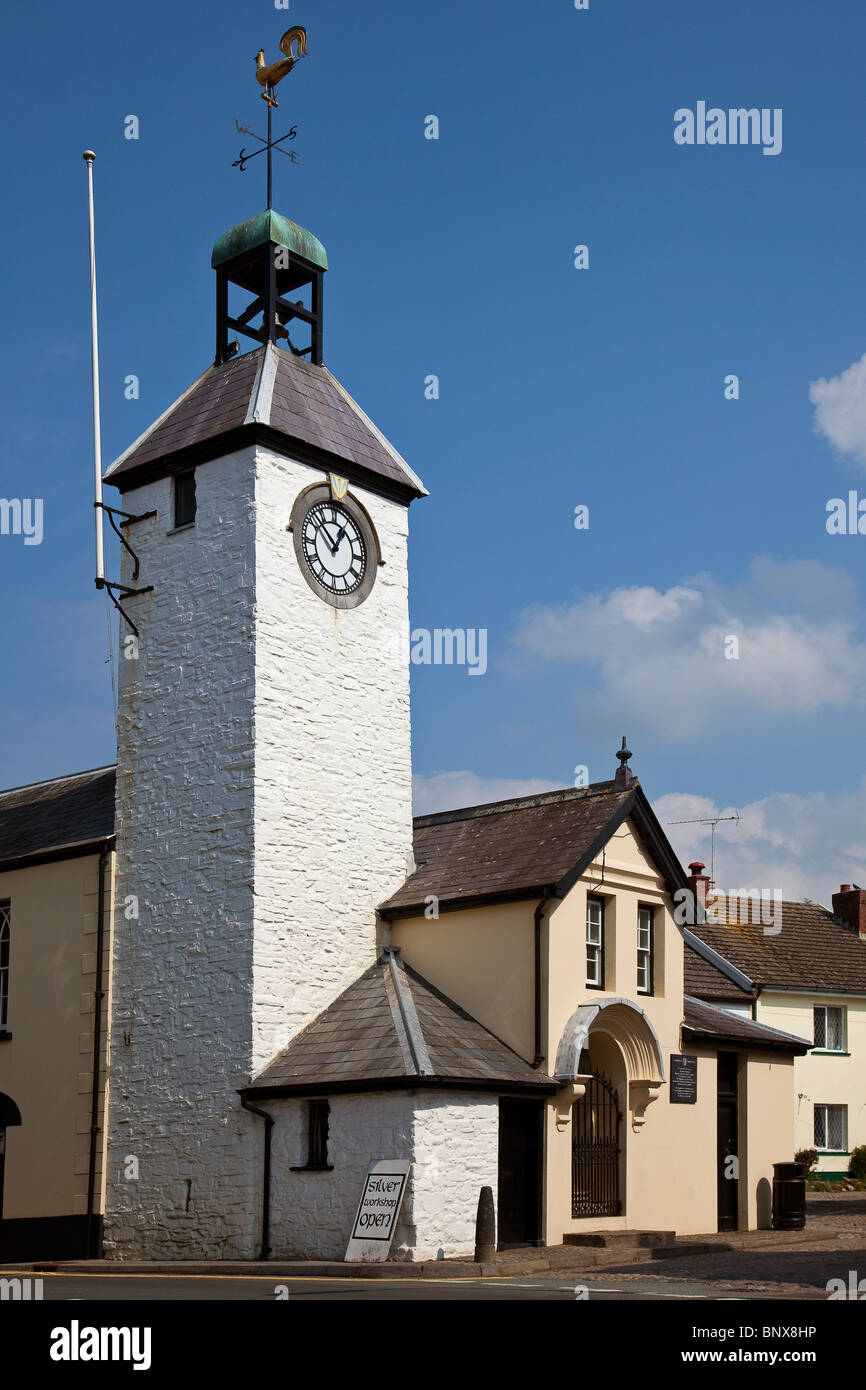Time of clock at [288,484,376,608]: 12:52
